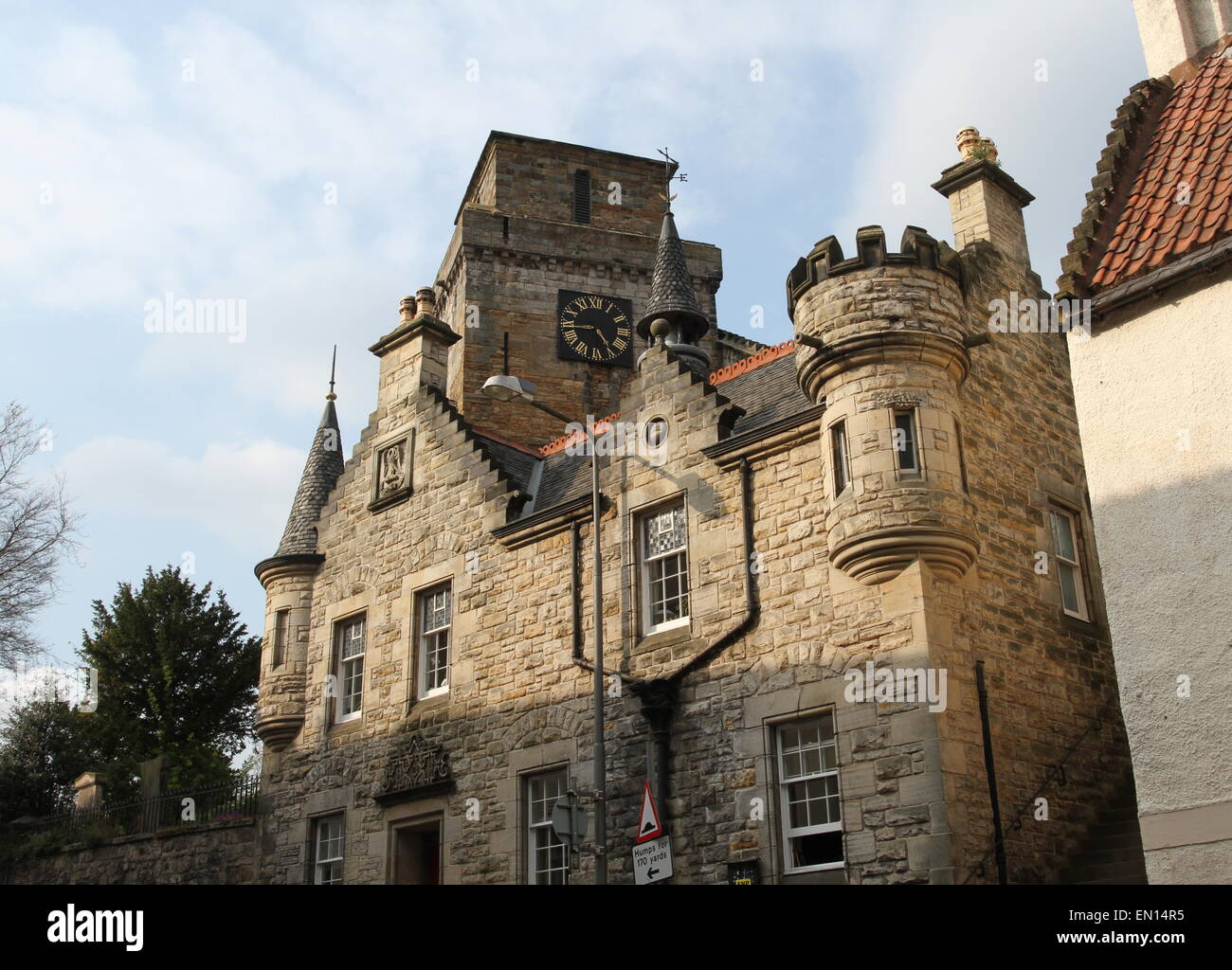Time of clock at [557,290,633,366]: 4:43
